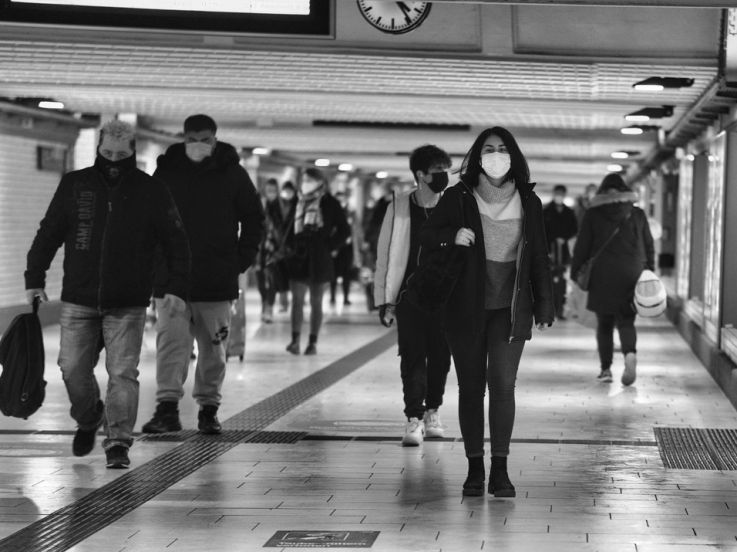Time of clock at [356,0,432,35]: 4:24
